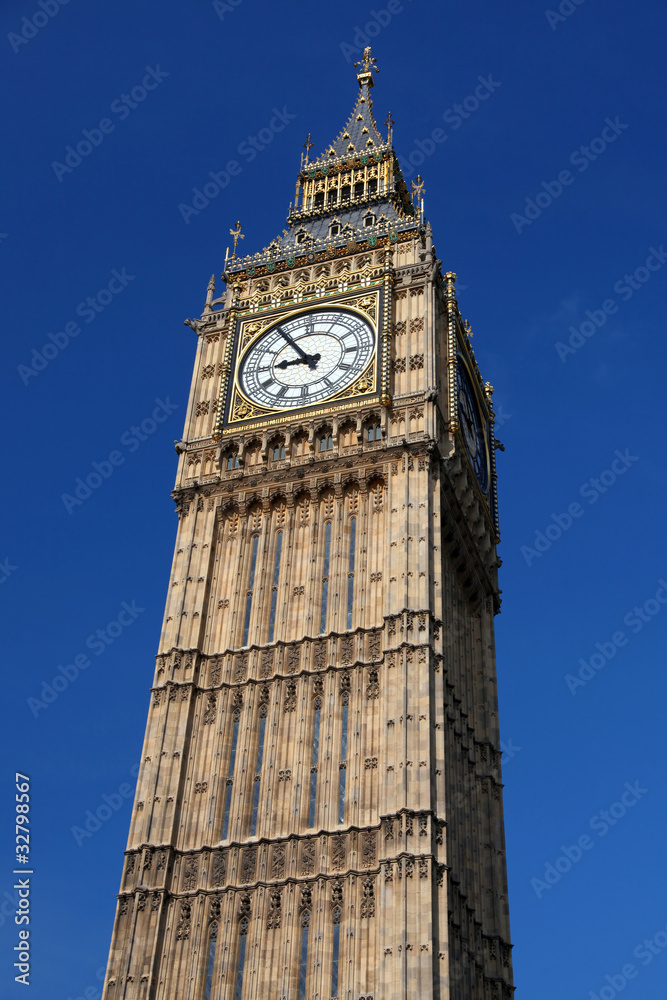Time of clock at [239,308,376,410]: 8:54
